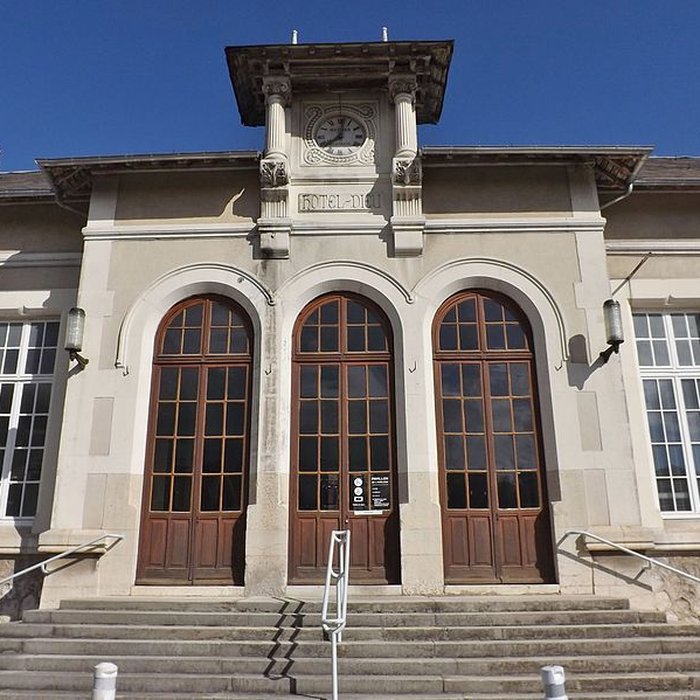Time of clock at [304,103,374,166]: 8:01
